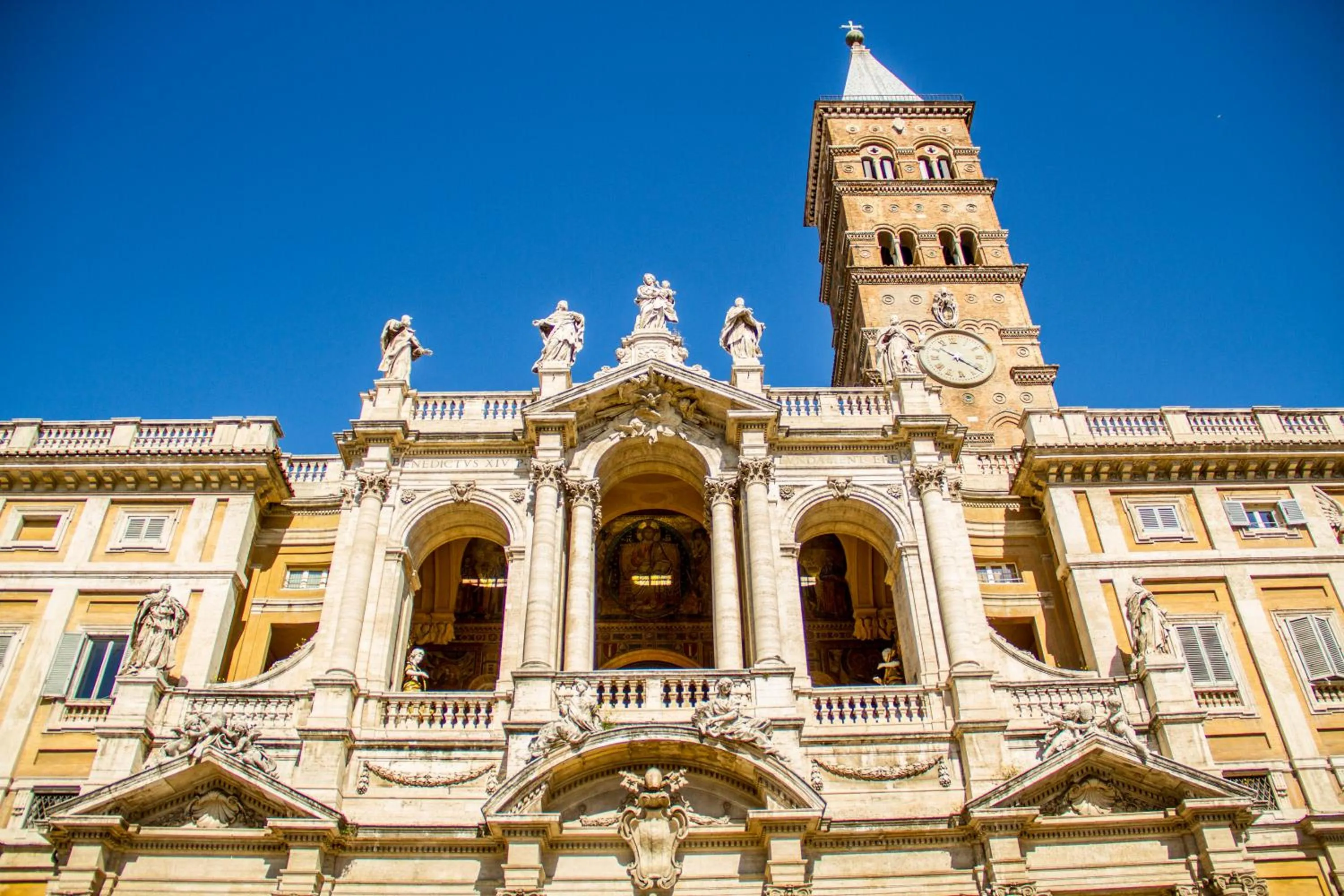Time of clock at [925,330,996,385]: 10:21
